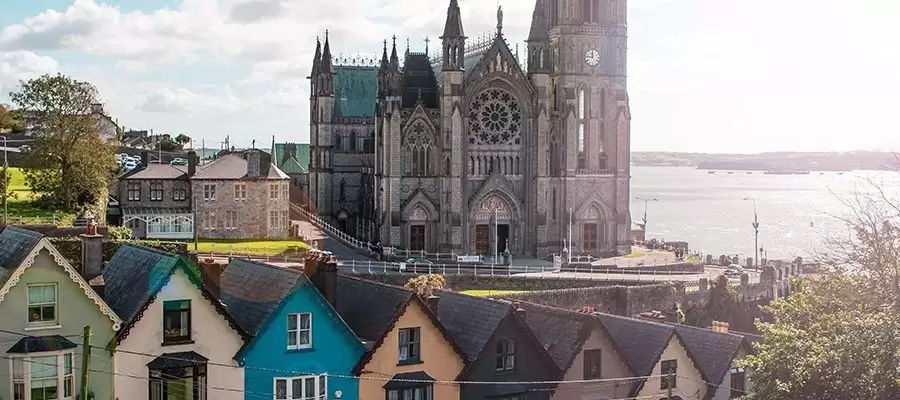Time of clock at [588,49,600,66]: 11:46
